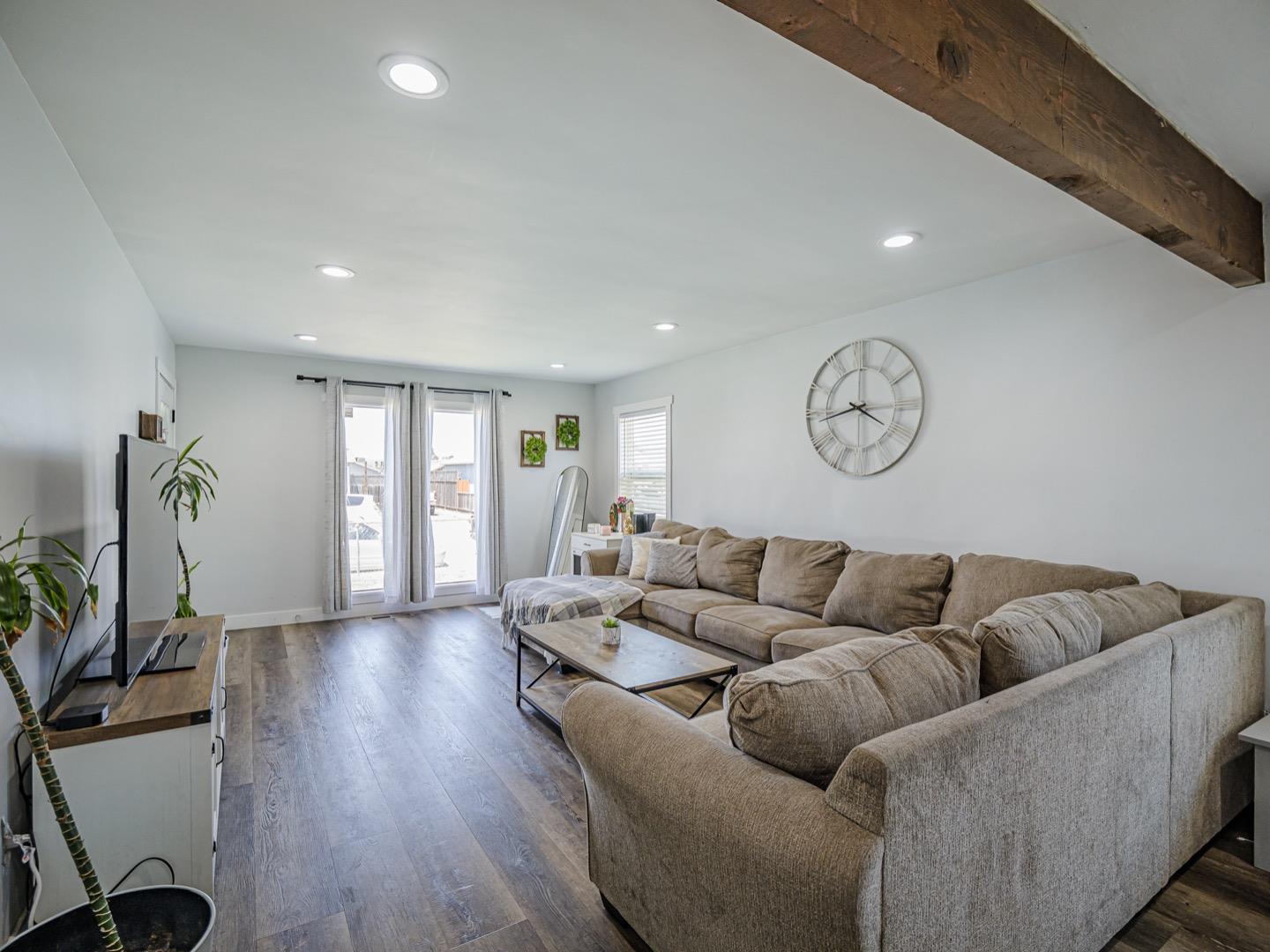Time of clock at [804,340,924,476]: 3:43
